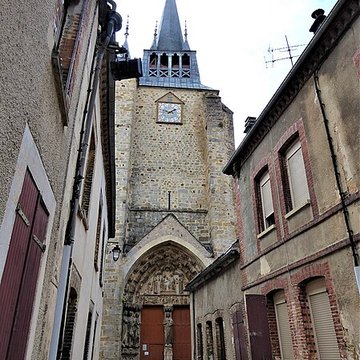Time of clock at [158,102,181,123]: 1:47
